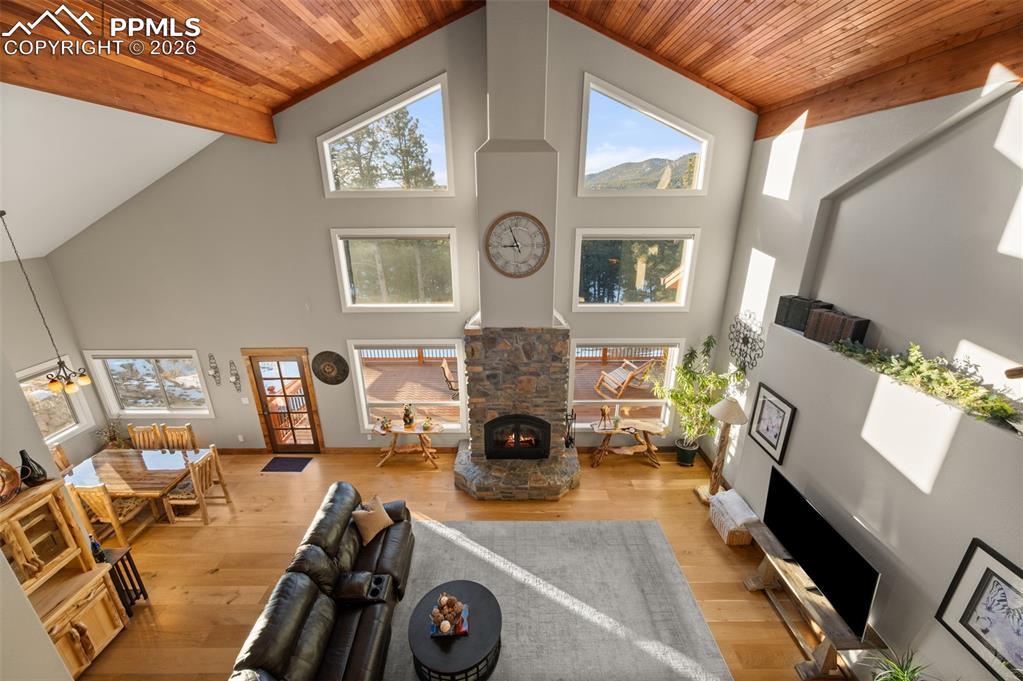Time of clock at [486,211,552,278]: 8:56
